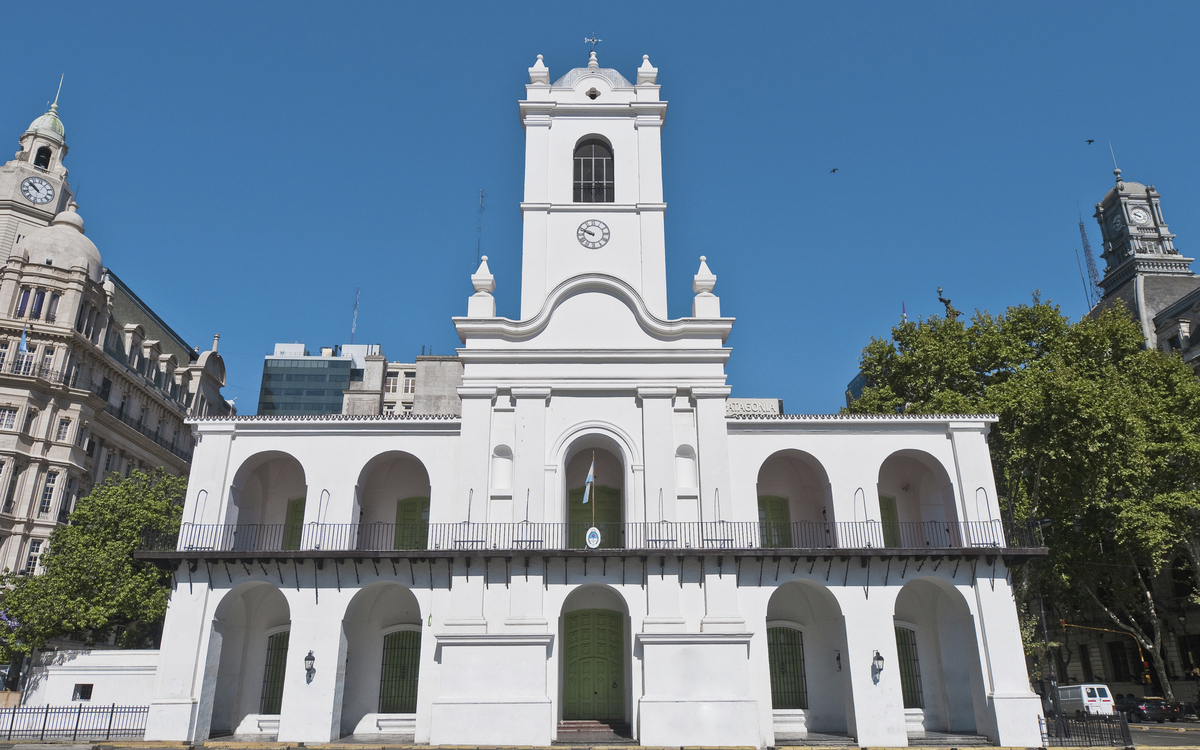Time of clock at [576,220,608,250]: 9:48
